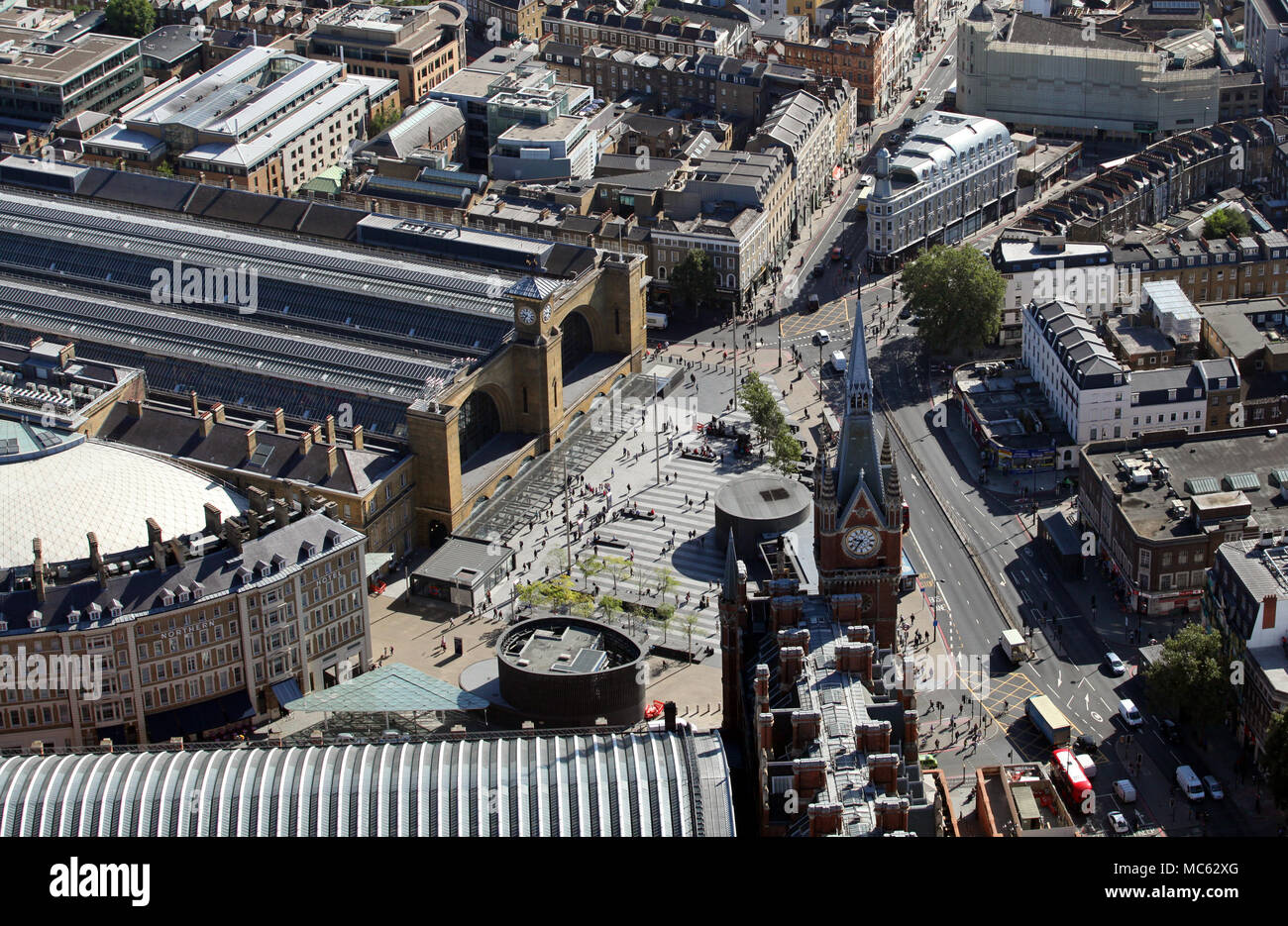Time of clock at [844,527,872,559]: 9:36
